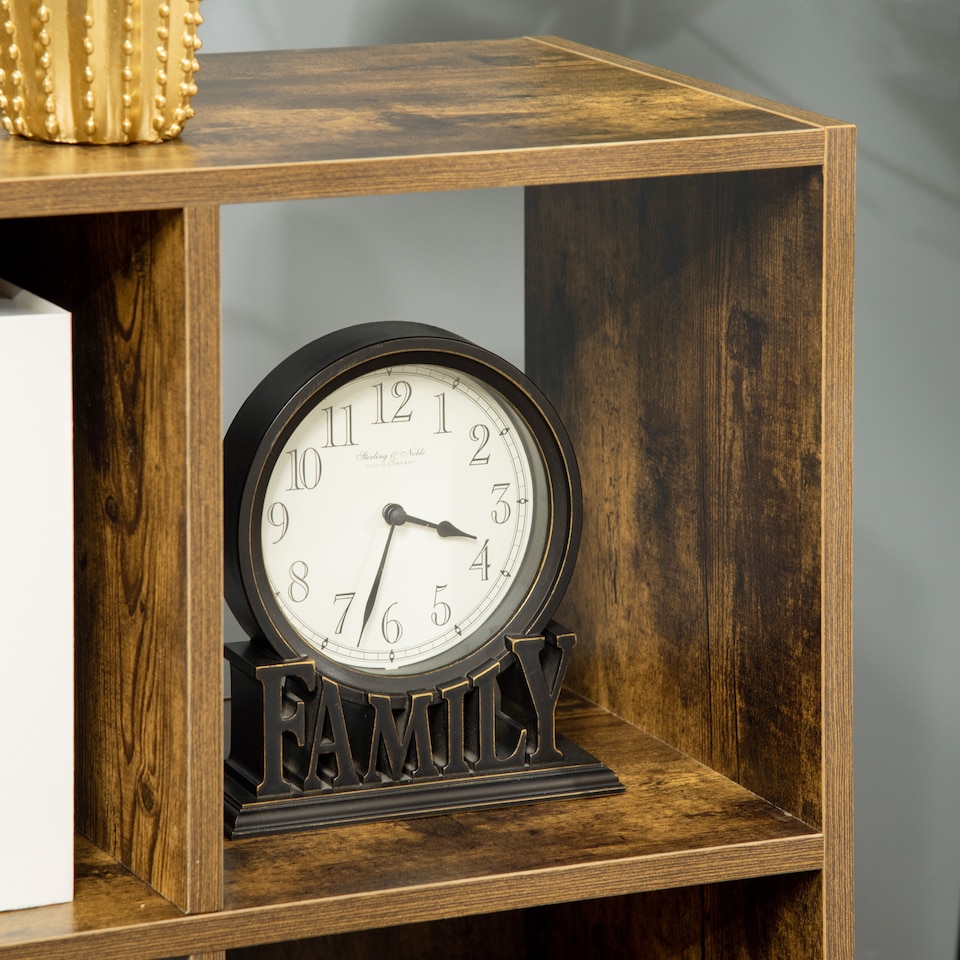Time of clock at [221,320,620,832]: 3:32
